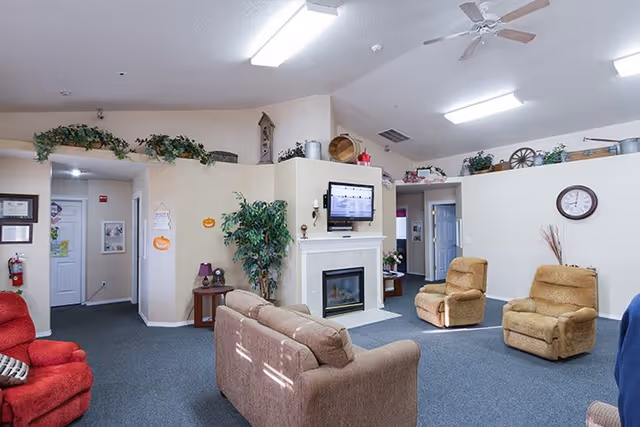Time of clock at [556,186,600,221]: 9:01
